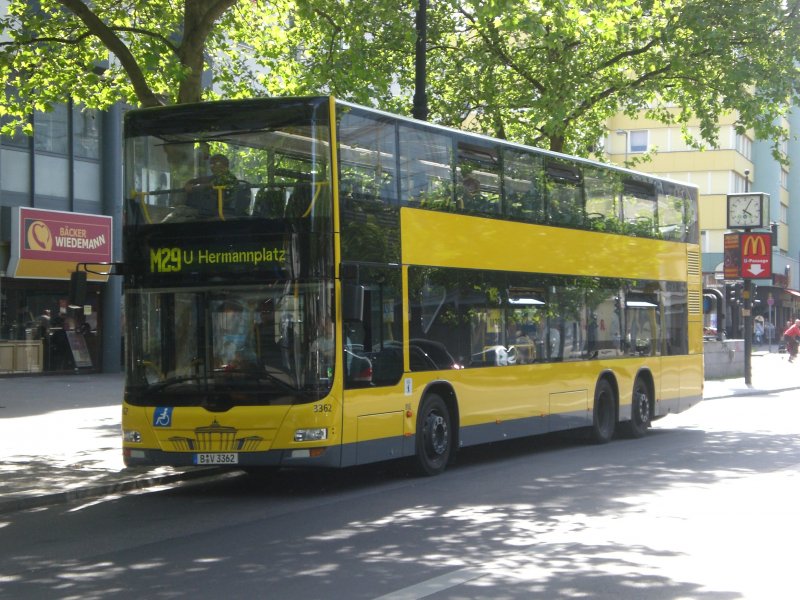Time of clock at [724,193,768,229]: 4:04
